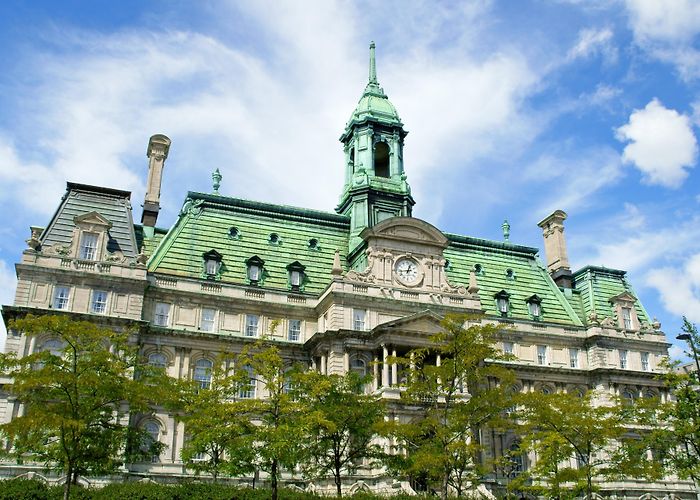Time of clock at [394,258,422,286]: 12:43
